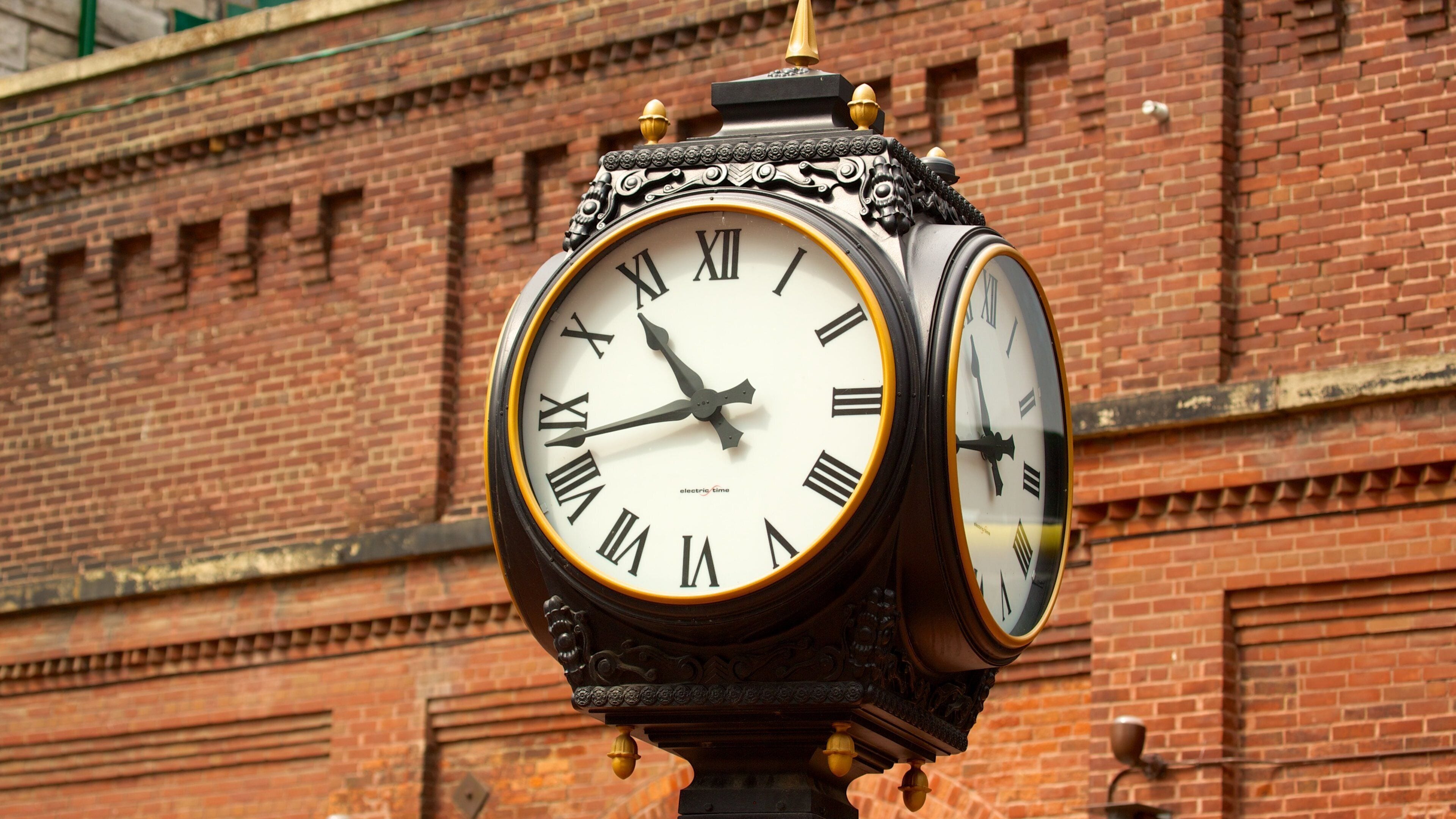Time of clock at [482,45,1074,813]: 10:42
